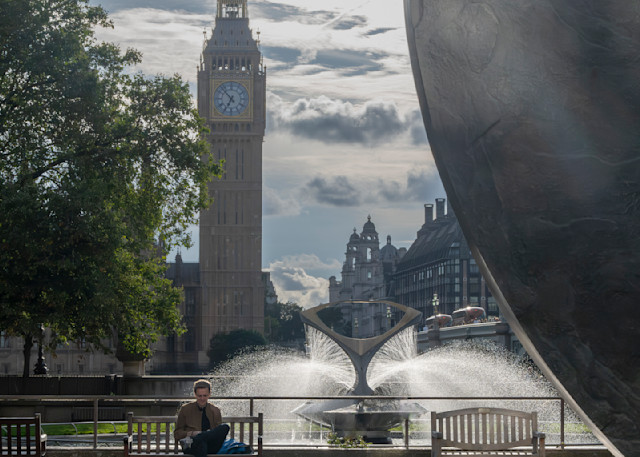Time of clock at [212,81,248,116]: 6:52
